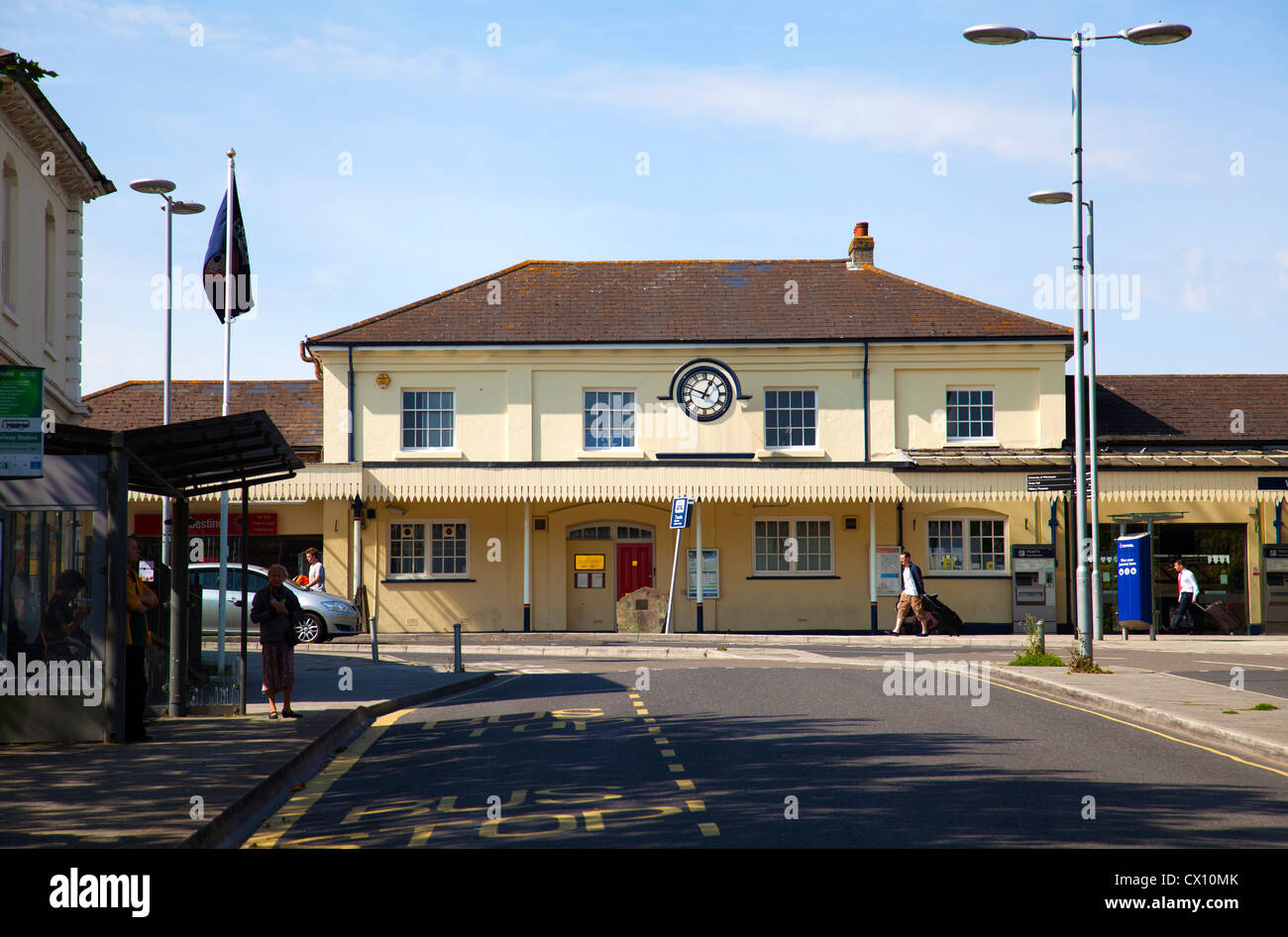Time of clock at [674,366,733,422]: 12:48
